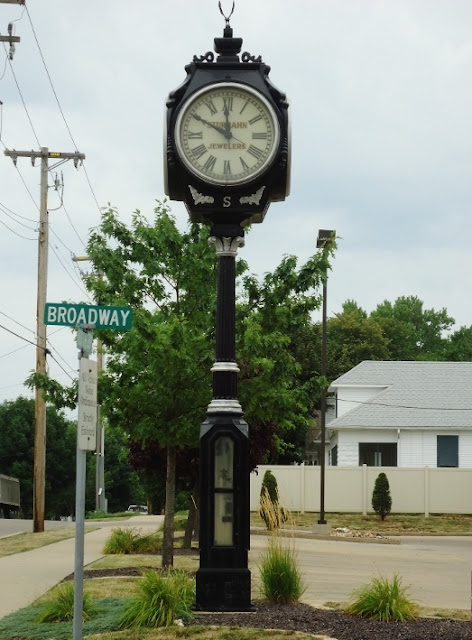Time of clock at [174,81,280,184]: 11:49
